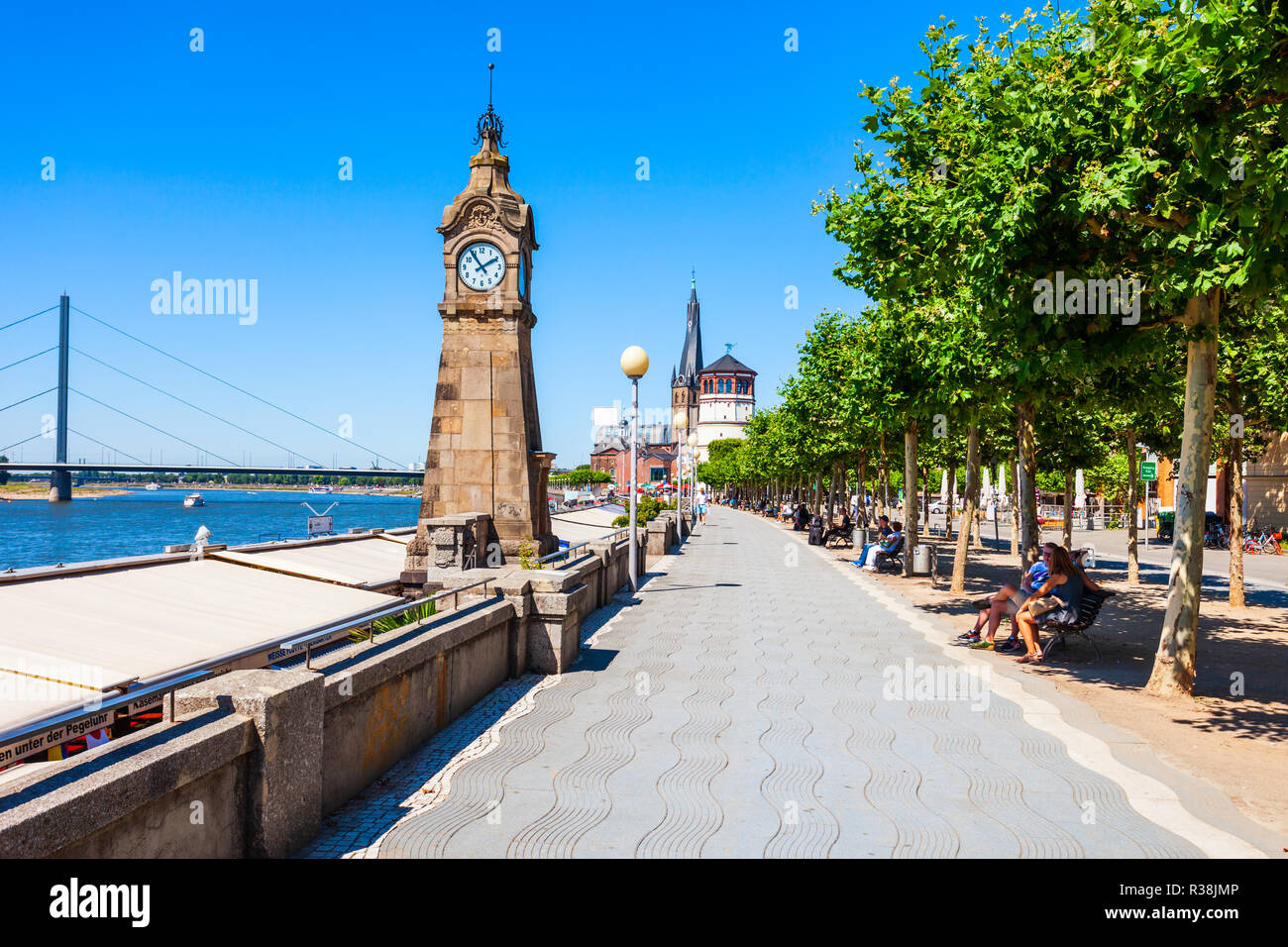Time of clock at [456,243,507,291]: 1:54
